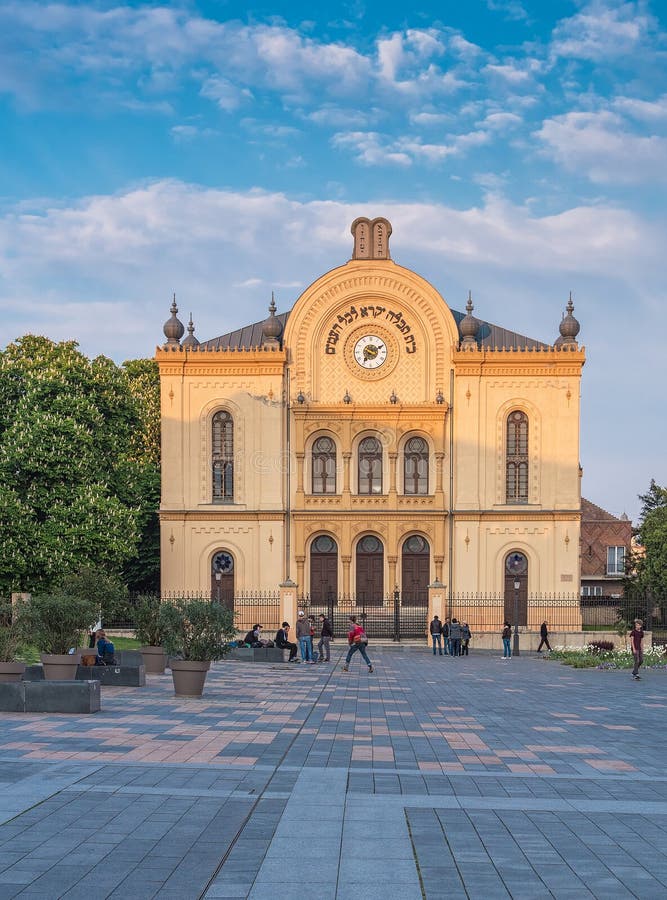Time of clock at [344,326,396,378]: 7:10
